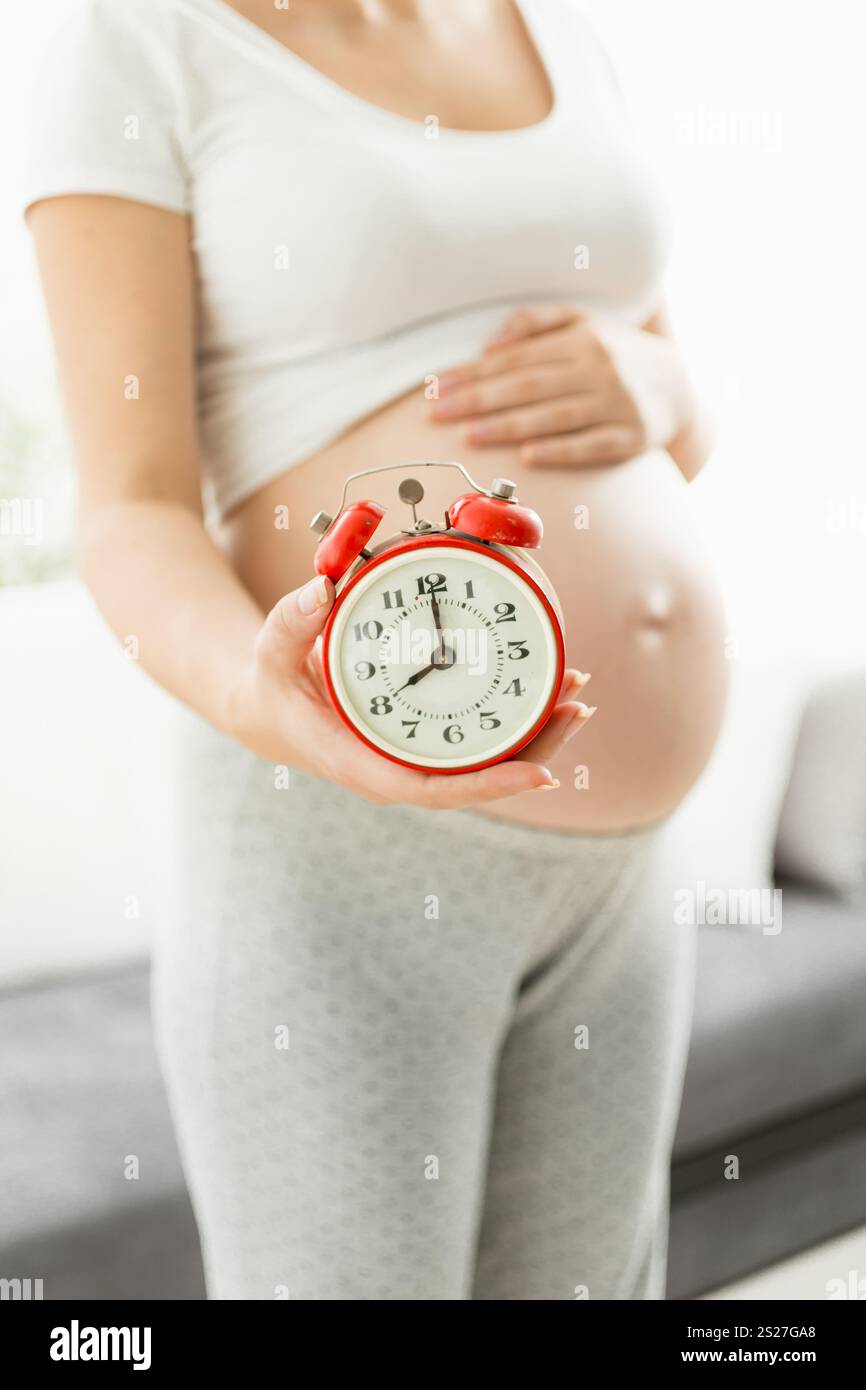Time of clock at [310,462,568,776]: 8:00
